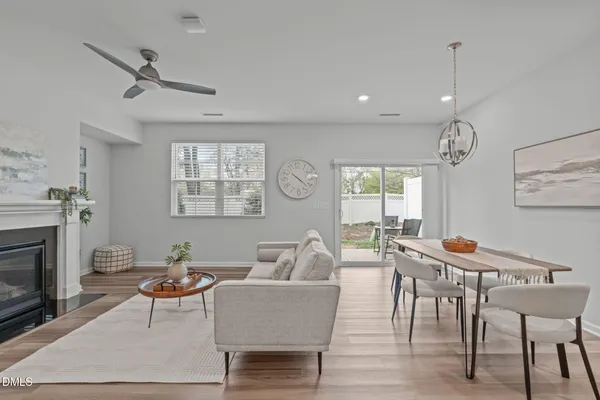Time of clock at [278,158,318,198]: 10:21
